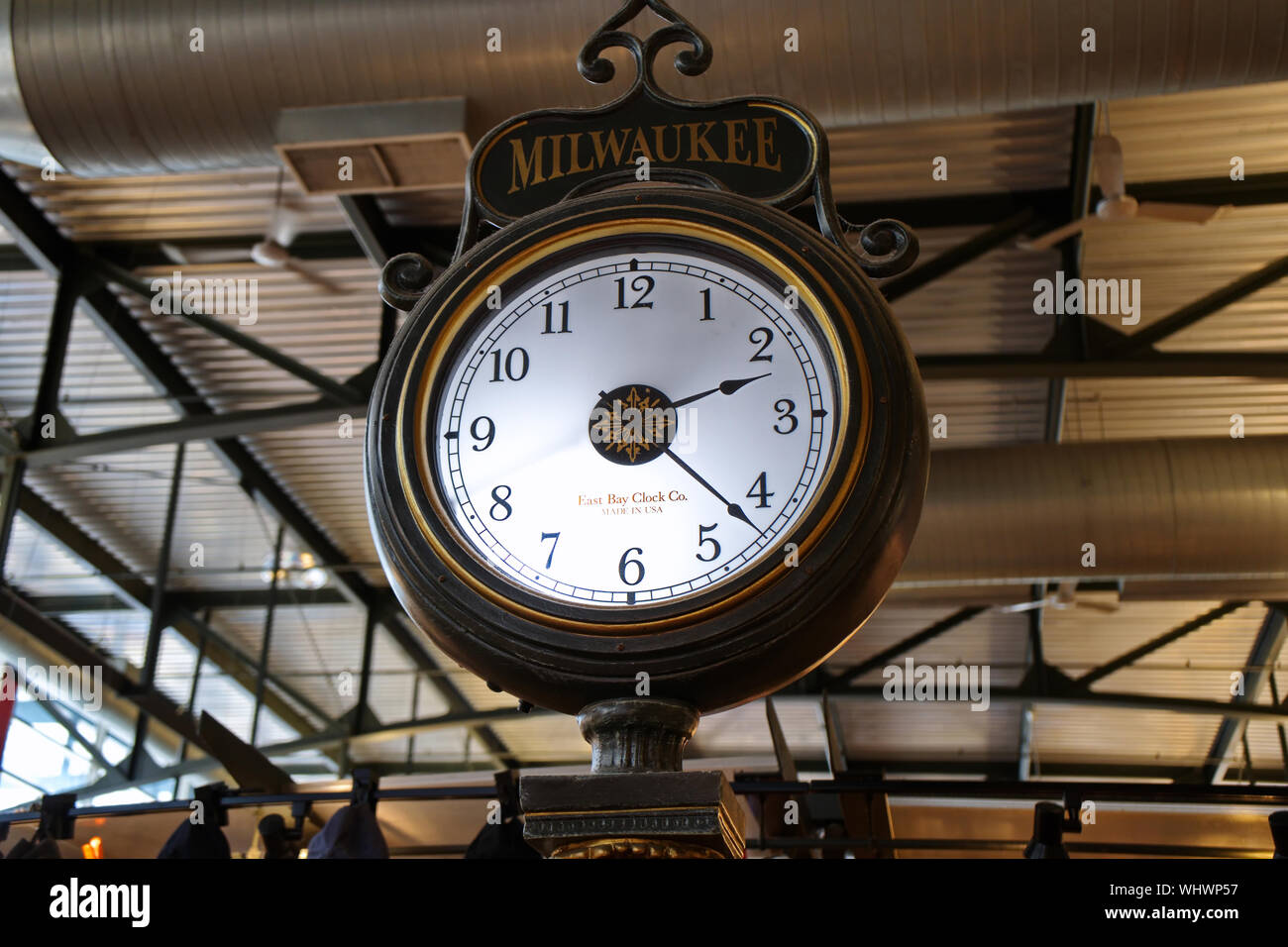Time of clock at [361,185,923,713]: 2:21
